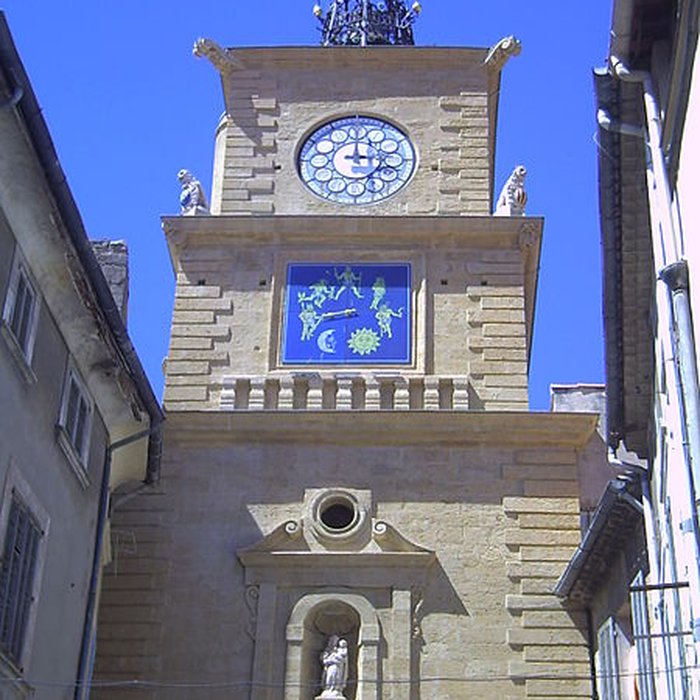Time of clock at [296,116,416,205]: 3:00
